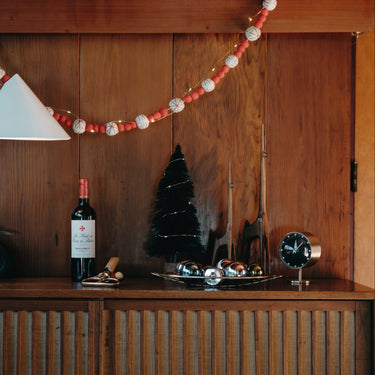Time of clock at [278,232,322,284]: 12:07
